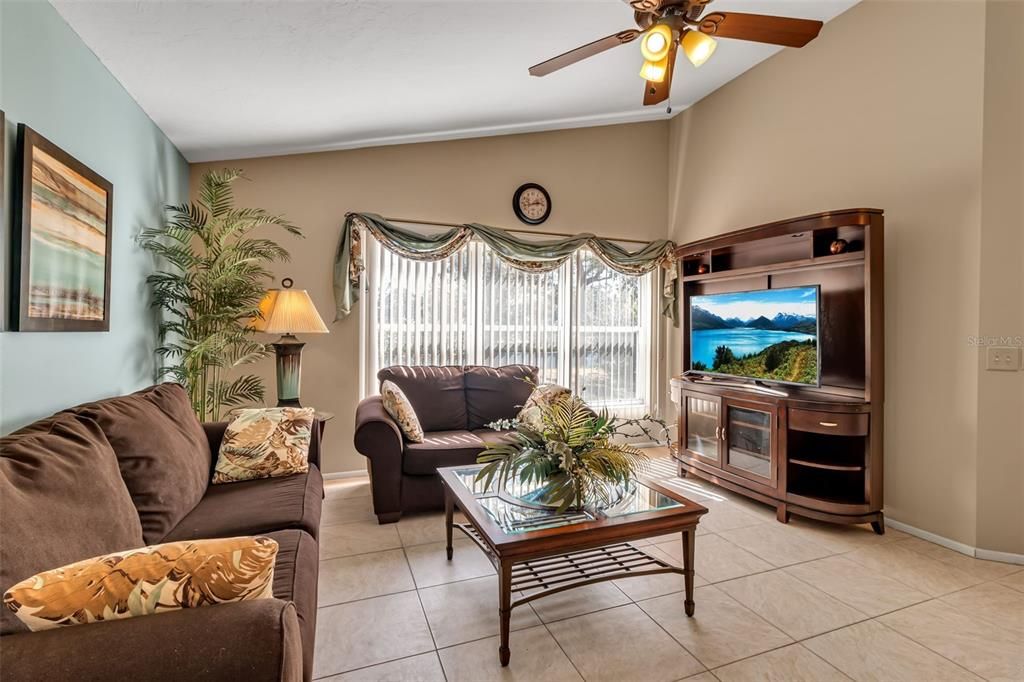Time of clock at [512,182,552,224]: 2:42
